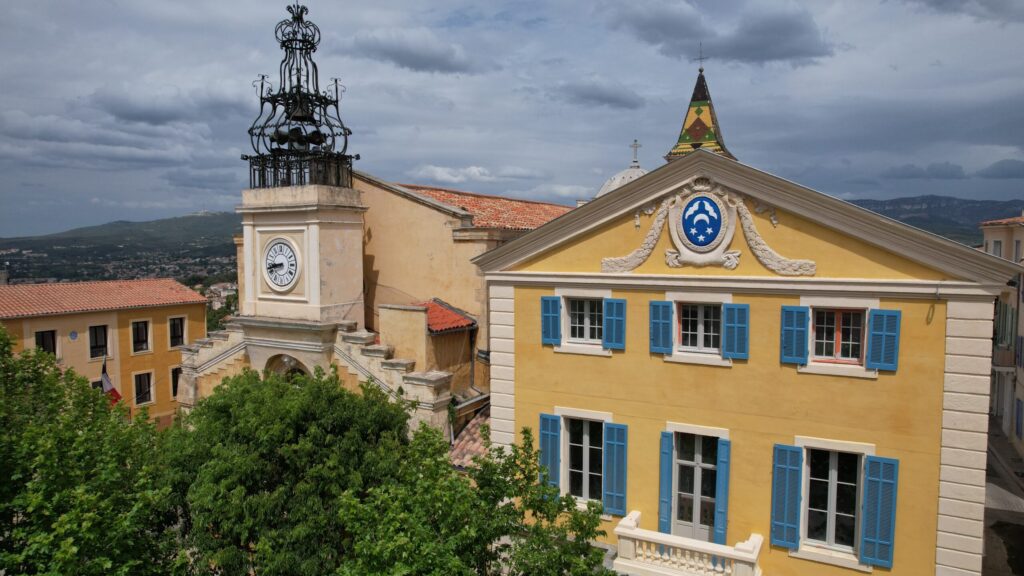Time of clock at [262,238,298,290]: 8:42
